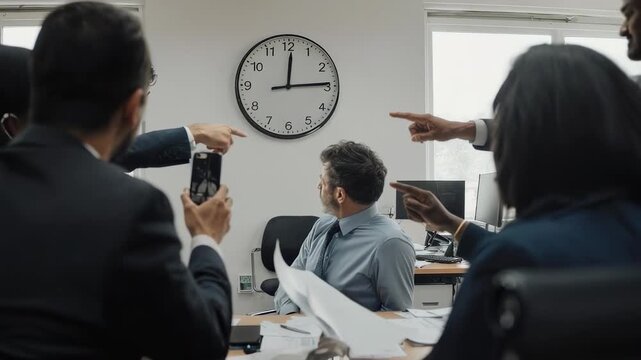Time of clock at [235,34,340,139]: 12:14
